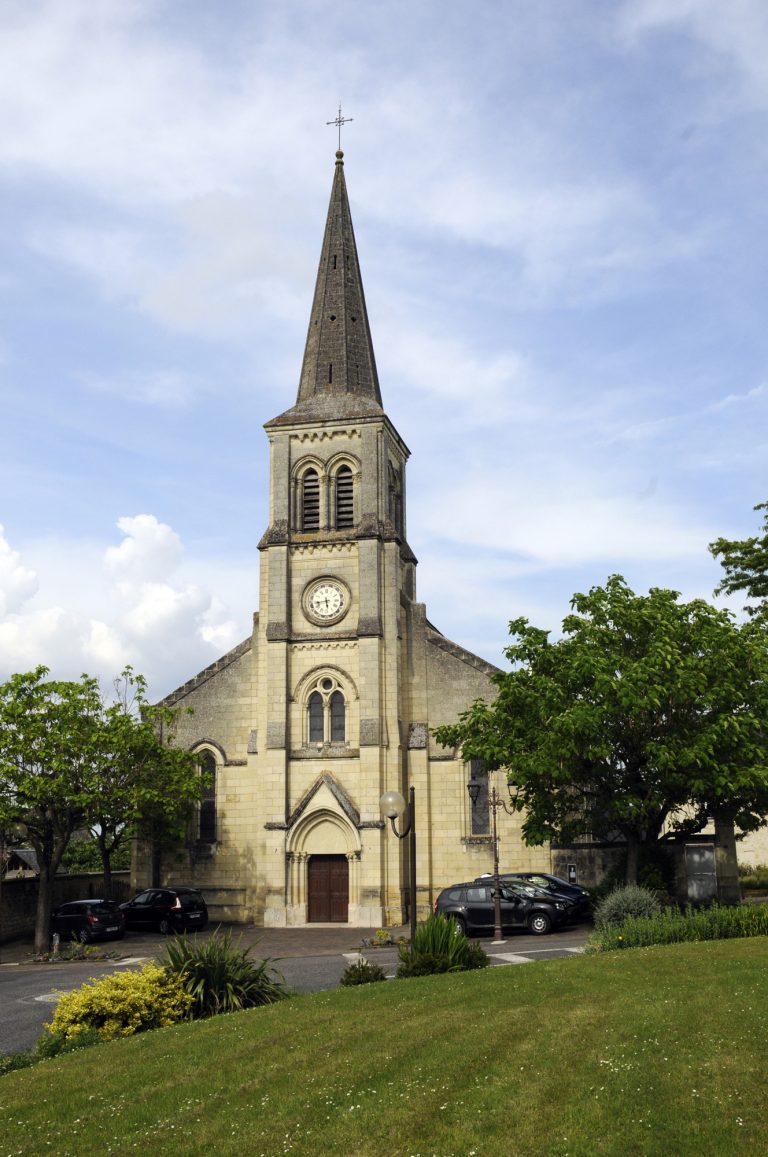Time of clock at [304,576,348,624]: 5:42
